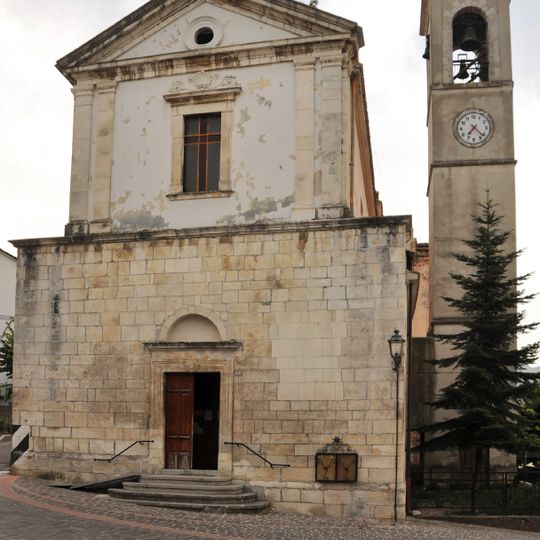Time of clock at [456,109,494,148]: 7:22
